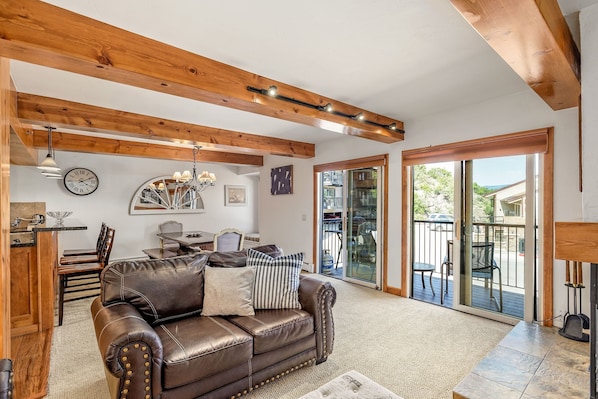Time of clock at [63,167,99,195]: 4:10
